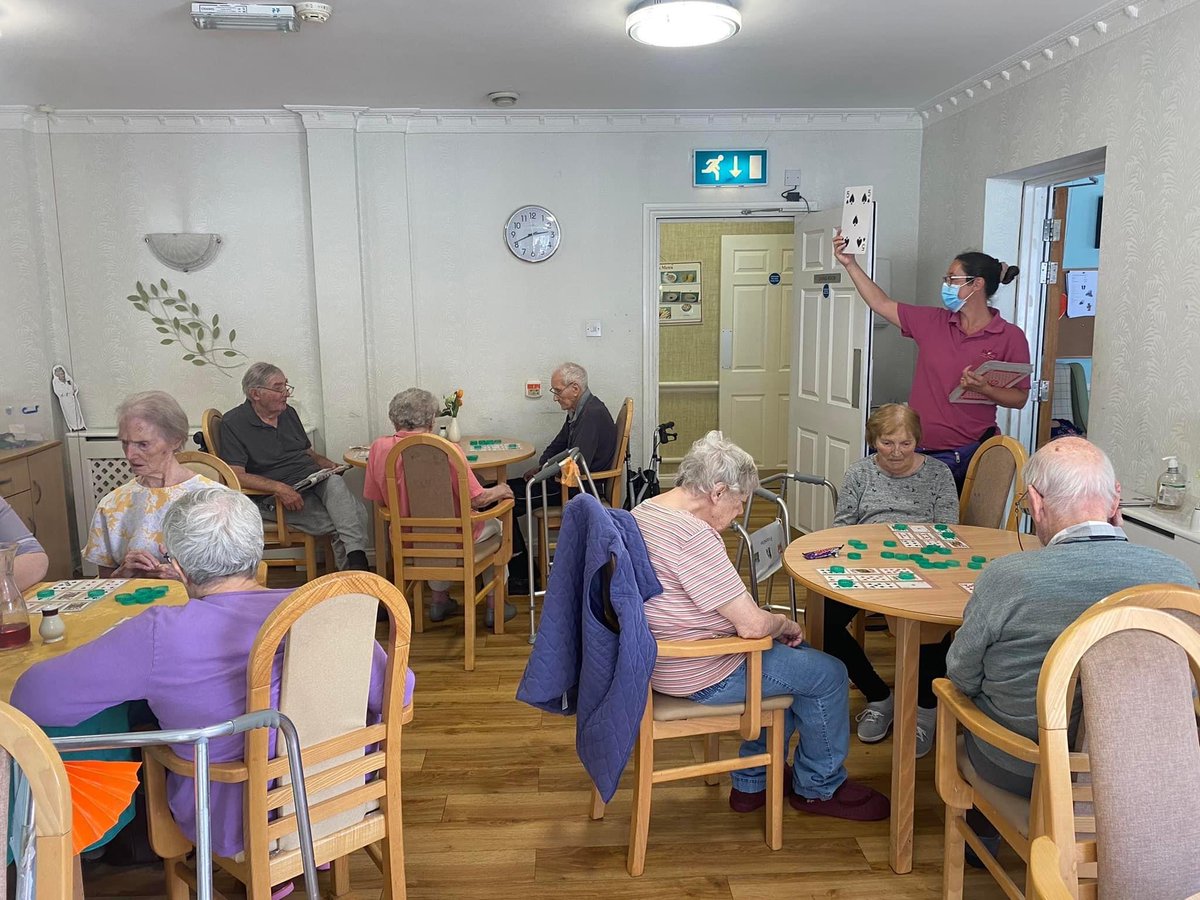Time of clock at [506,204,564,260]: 2:41
